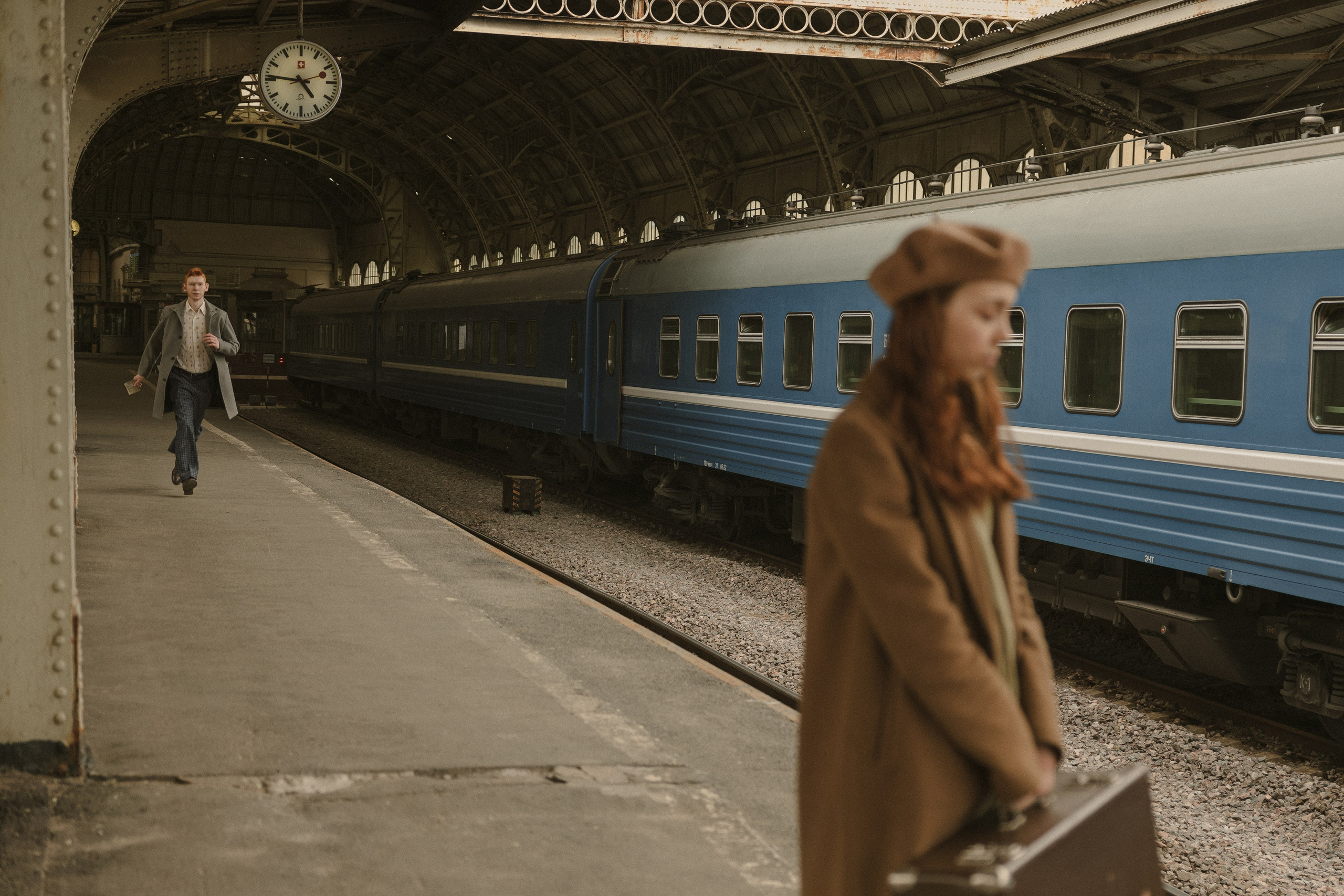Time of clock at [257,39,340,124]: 4:46
